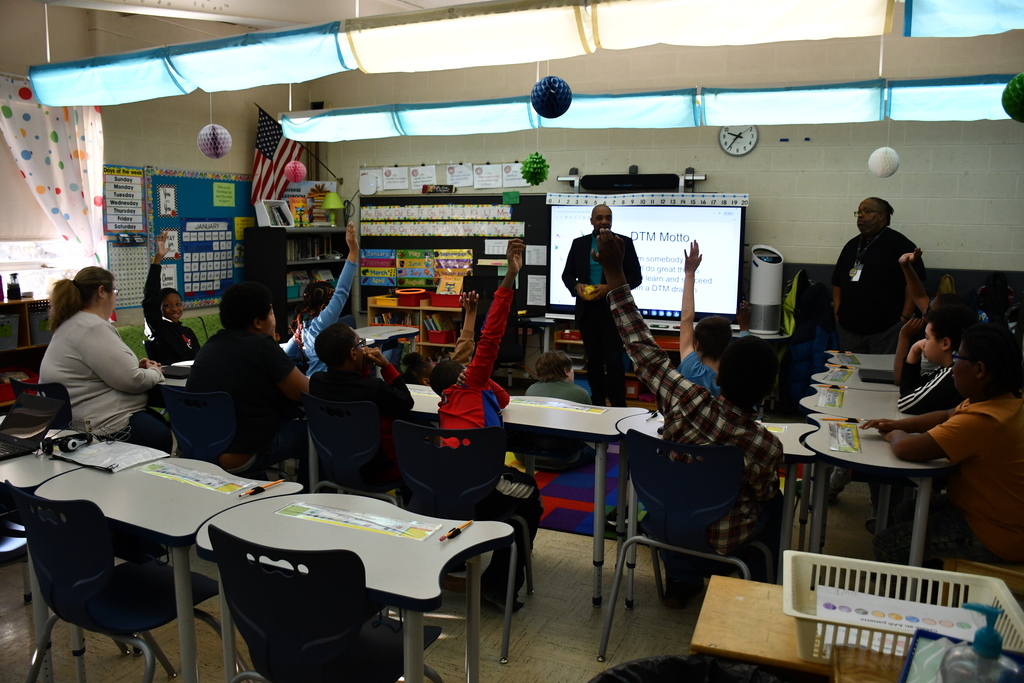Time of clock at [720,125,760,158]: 9:36
